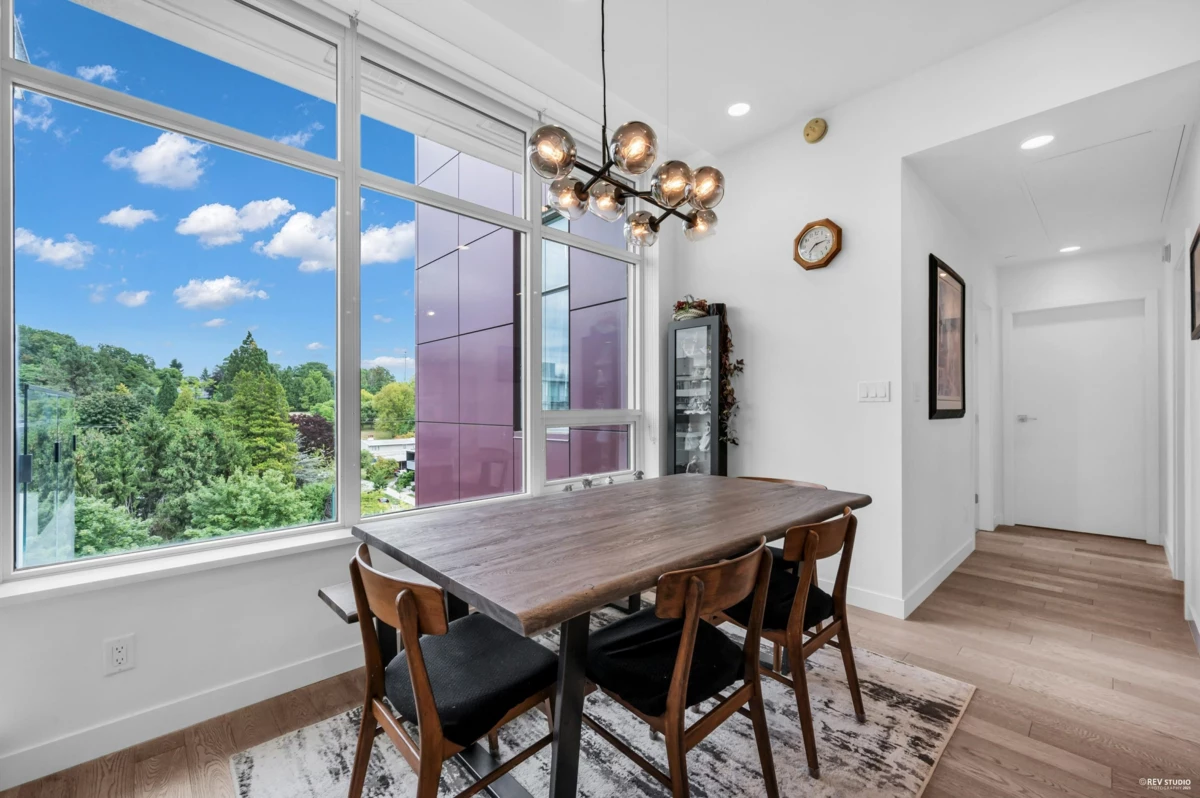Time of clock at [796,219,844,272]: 7:13
